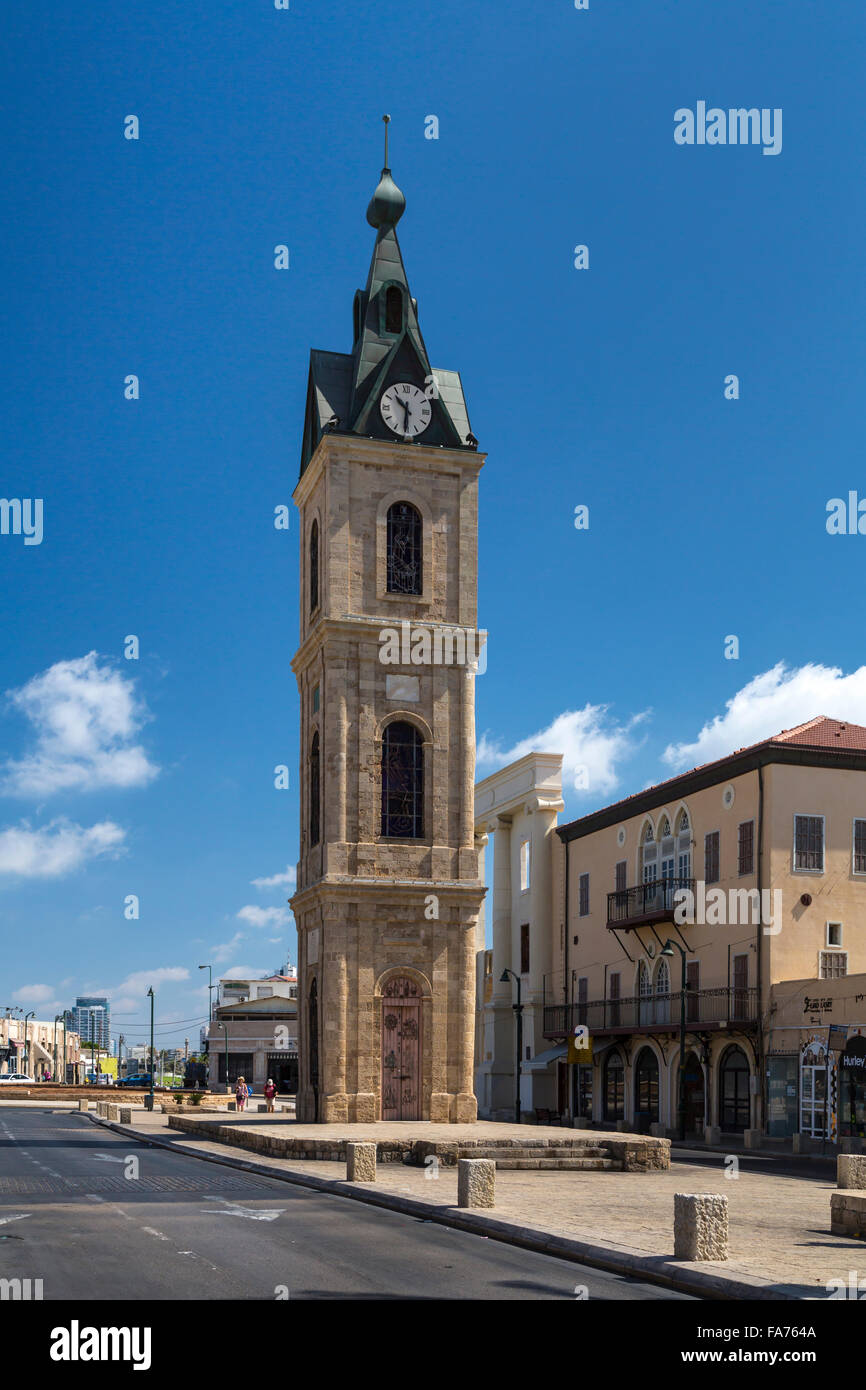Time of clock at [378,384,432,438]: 10:30
